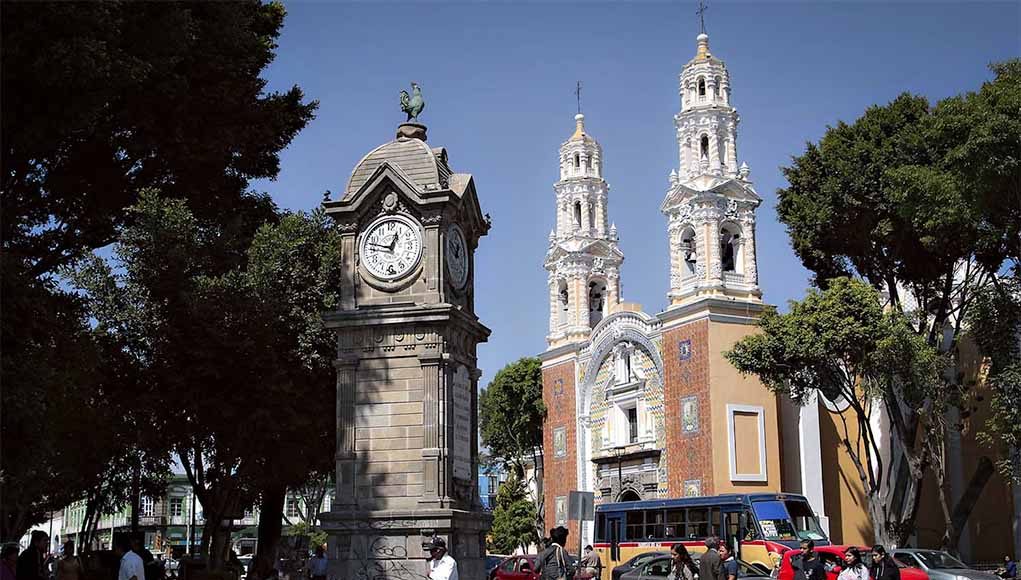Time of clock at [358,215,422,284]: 12:47
